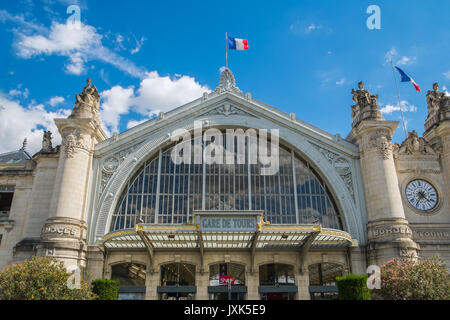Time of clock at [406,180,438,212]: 4:35
